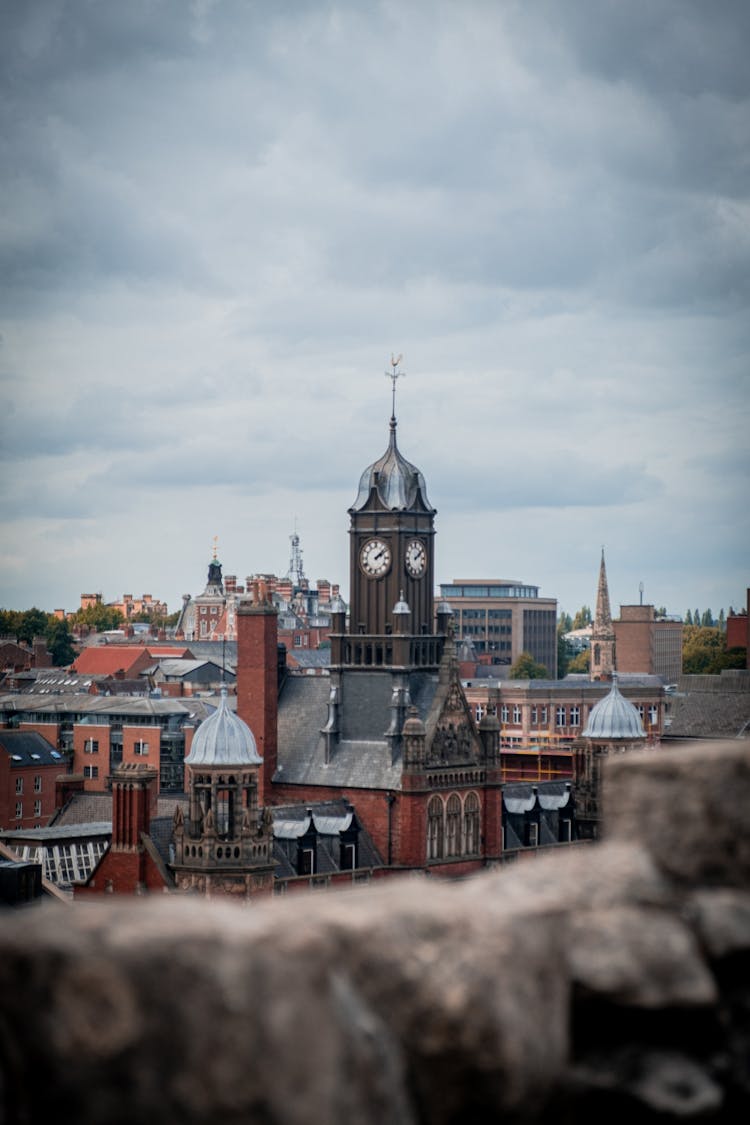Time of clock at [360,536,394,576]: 2:08
